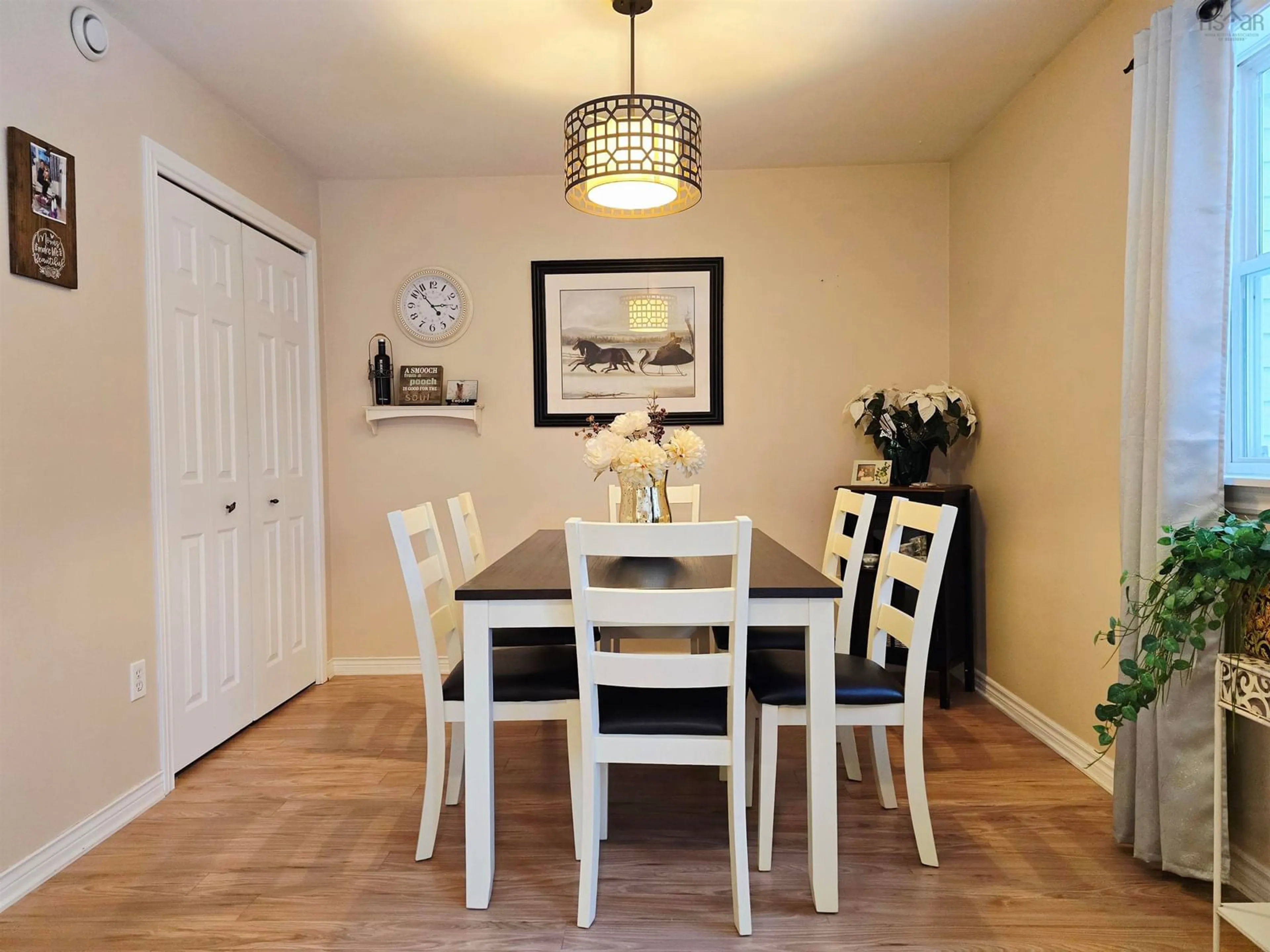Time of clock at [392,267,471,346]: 2:52
